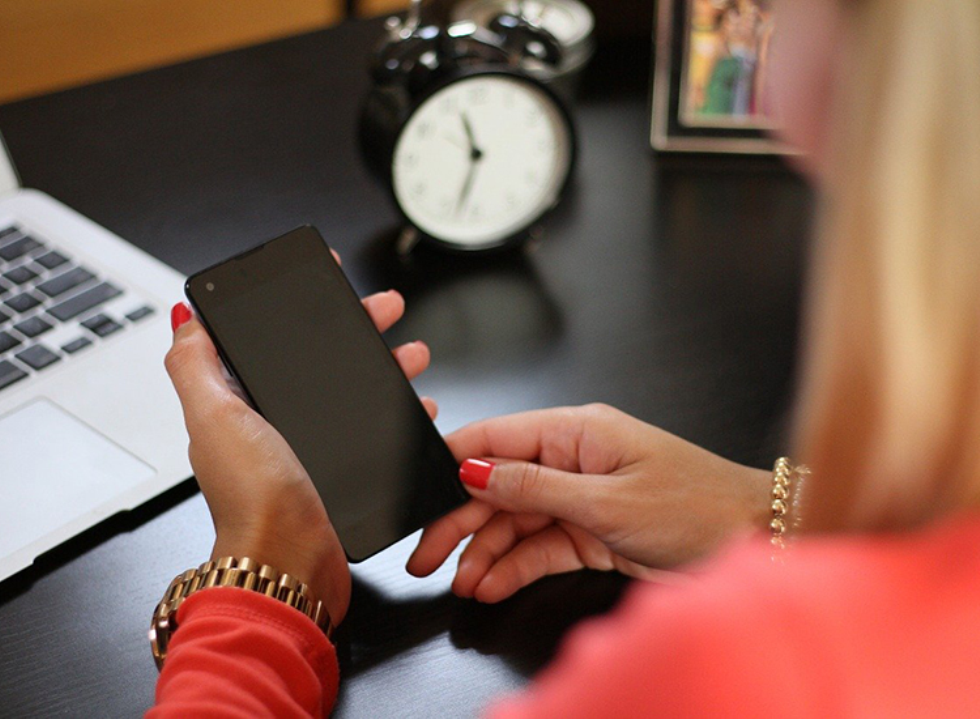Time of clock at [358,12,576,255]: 11:32
